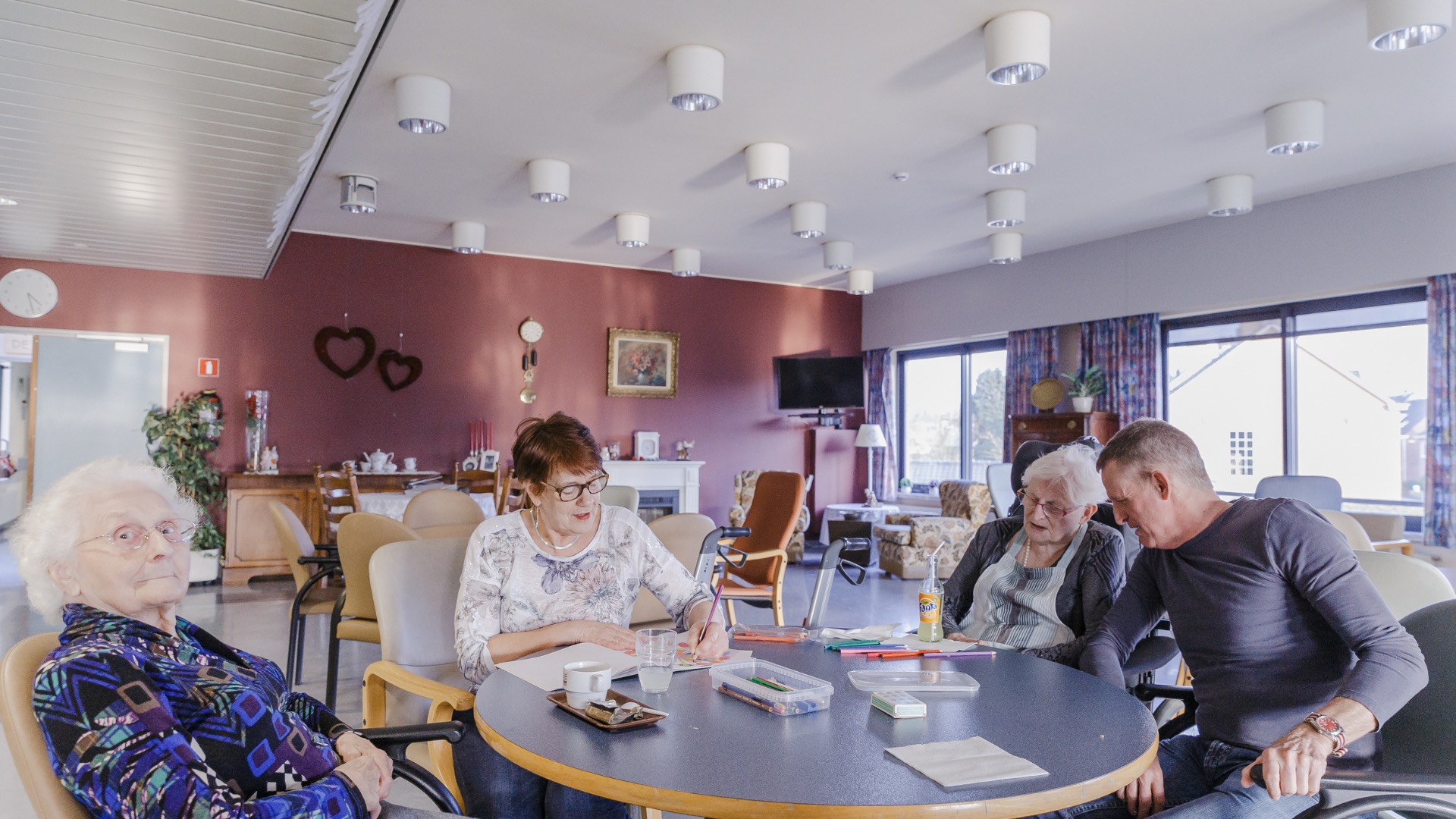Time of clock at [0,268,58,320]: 4:27
